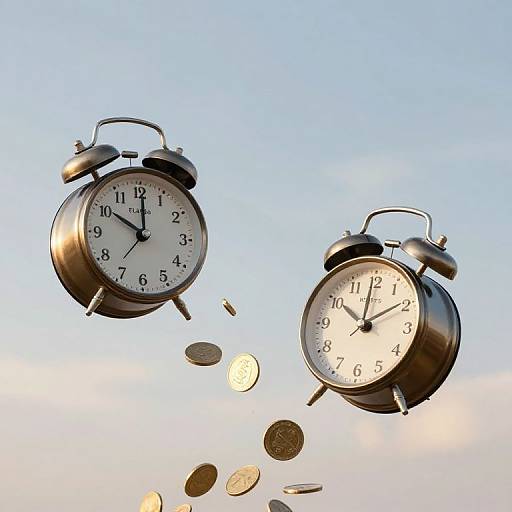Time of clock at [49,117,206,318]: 10:00
